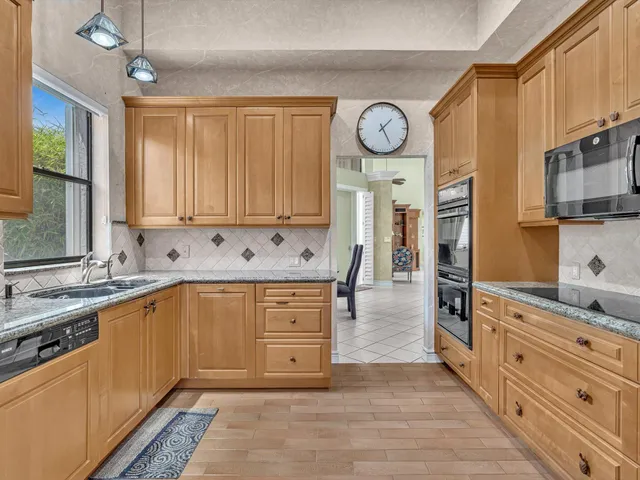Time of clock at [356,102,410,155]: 1:25
